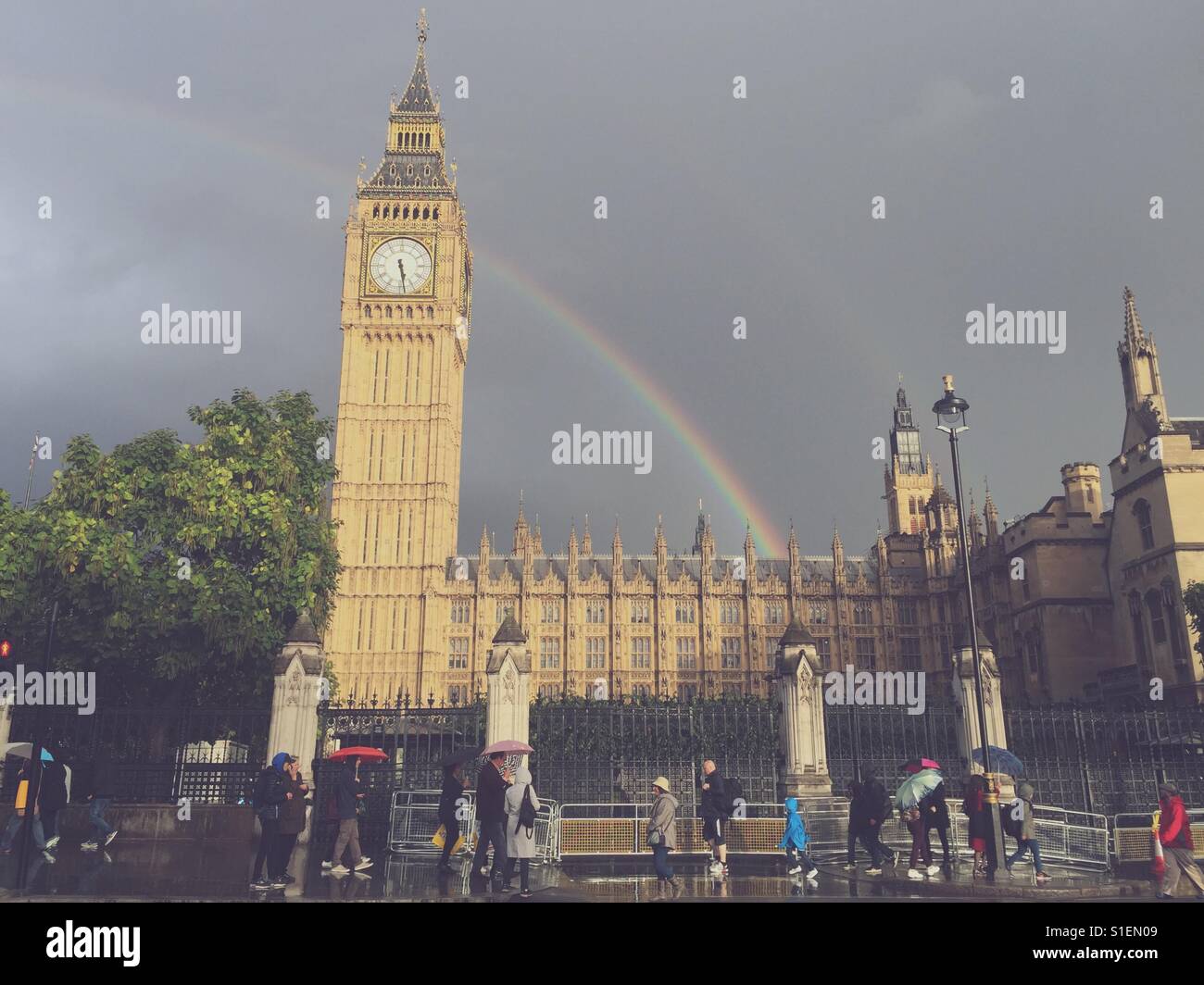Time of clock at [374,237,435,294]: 5:28
